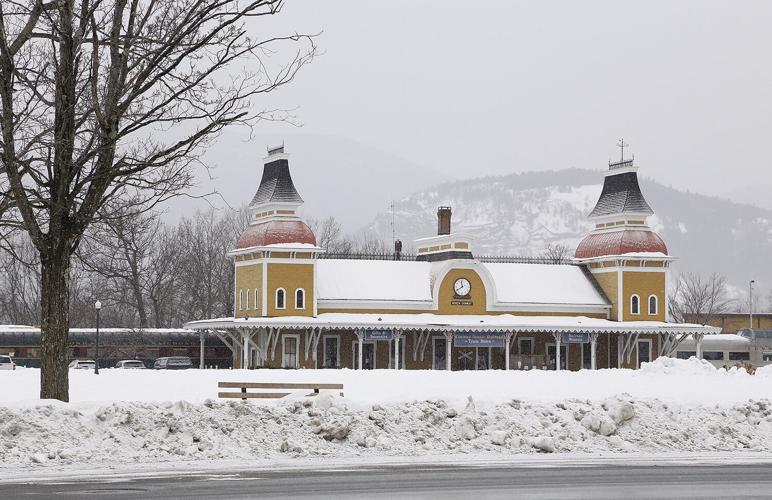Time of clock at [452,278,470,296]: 11:39
